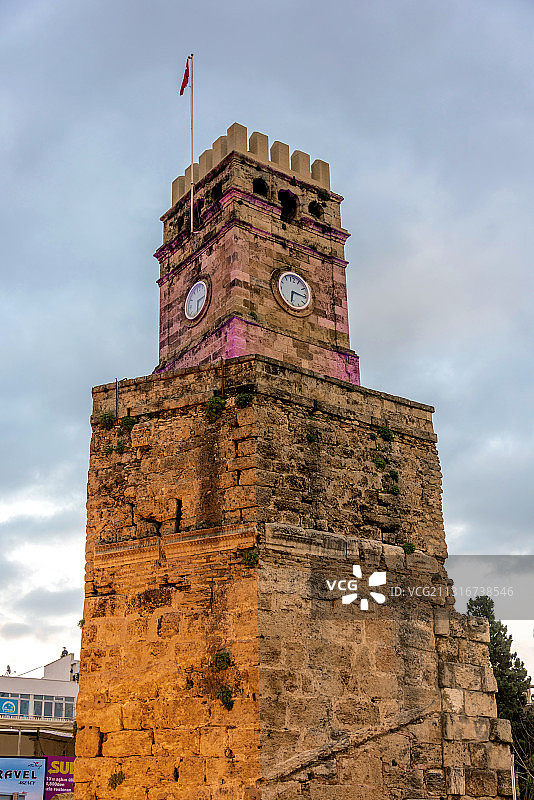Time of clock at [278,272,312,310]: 6:15
